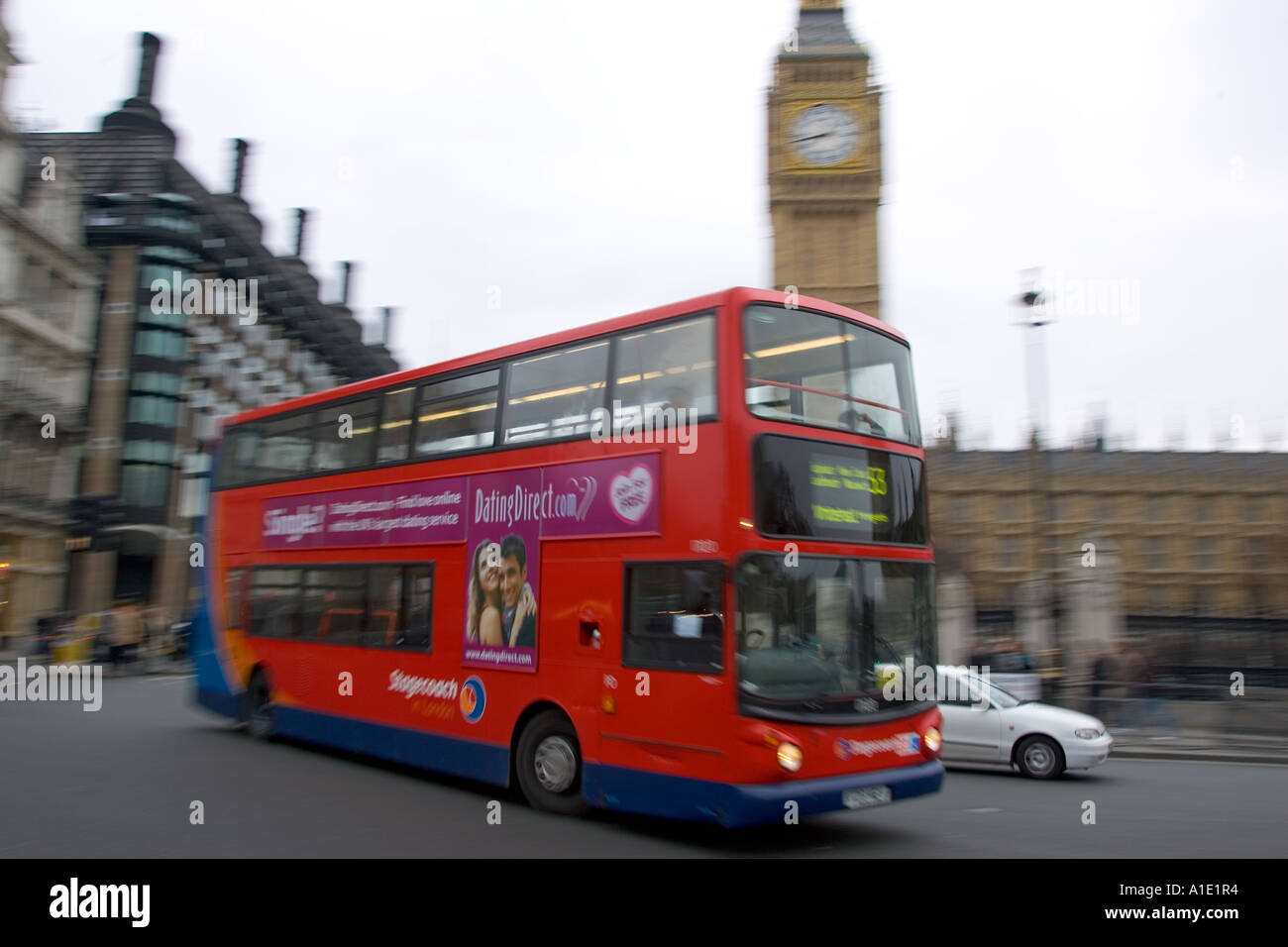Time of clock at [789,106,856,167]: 2:42
